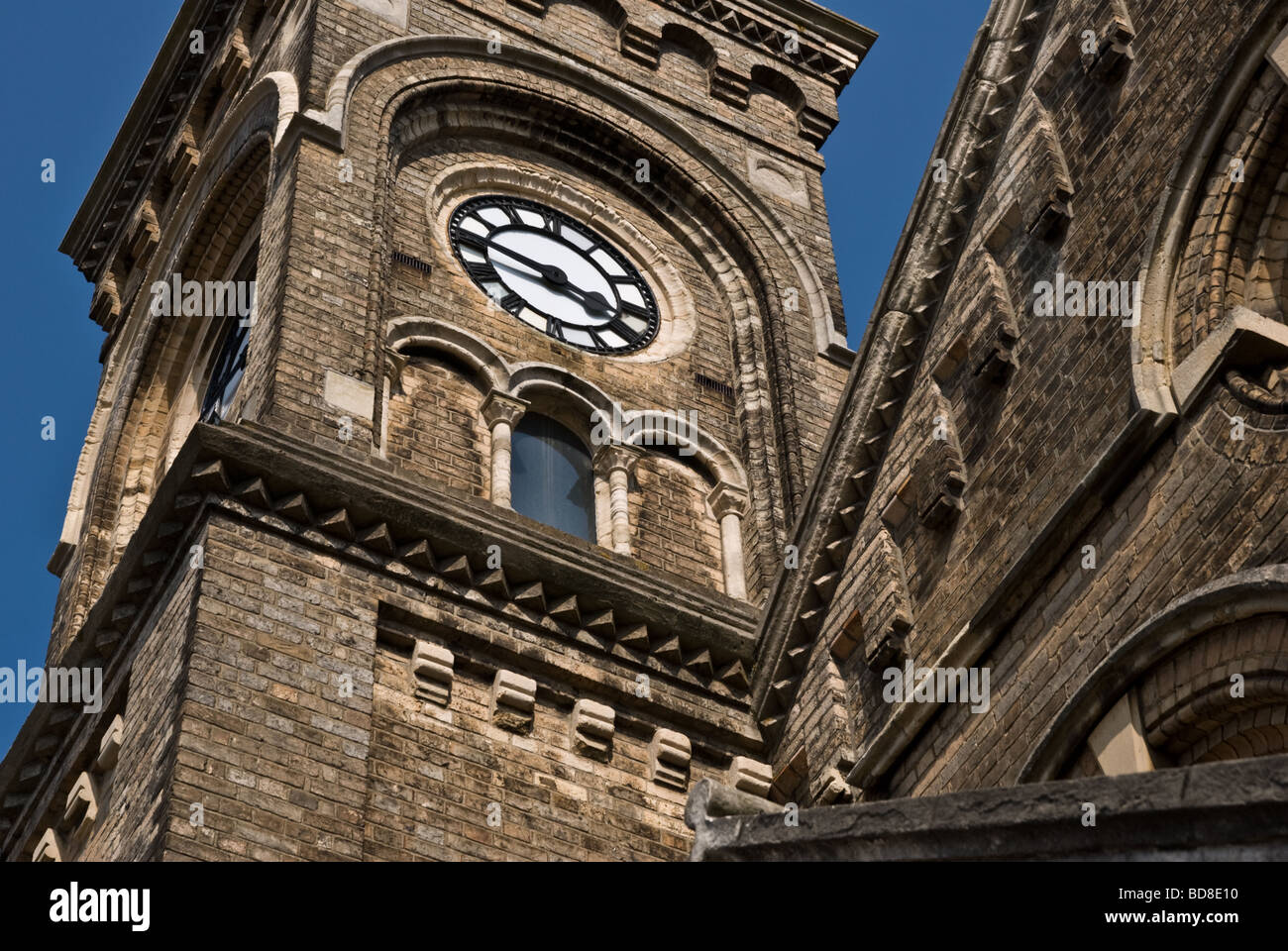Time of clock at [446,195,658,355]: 3:47
